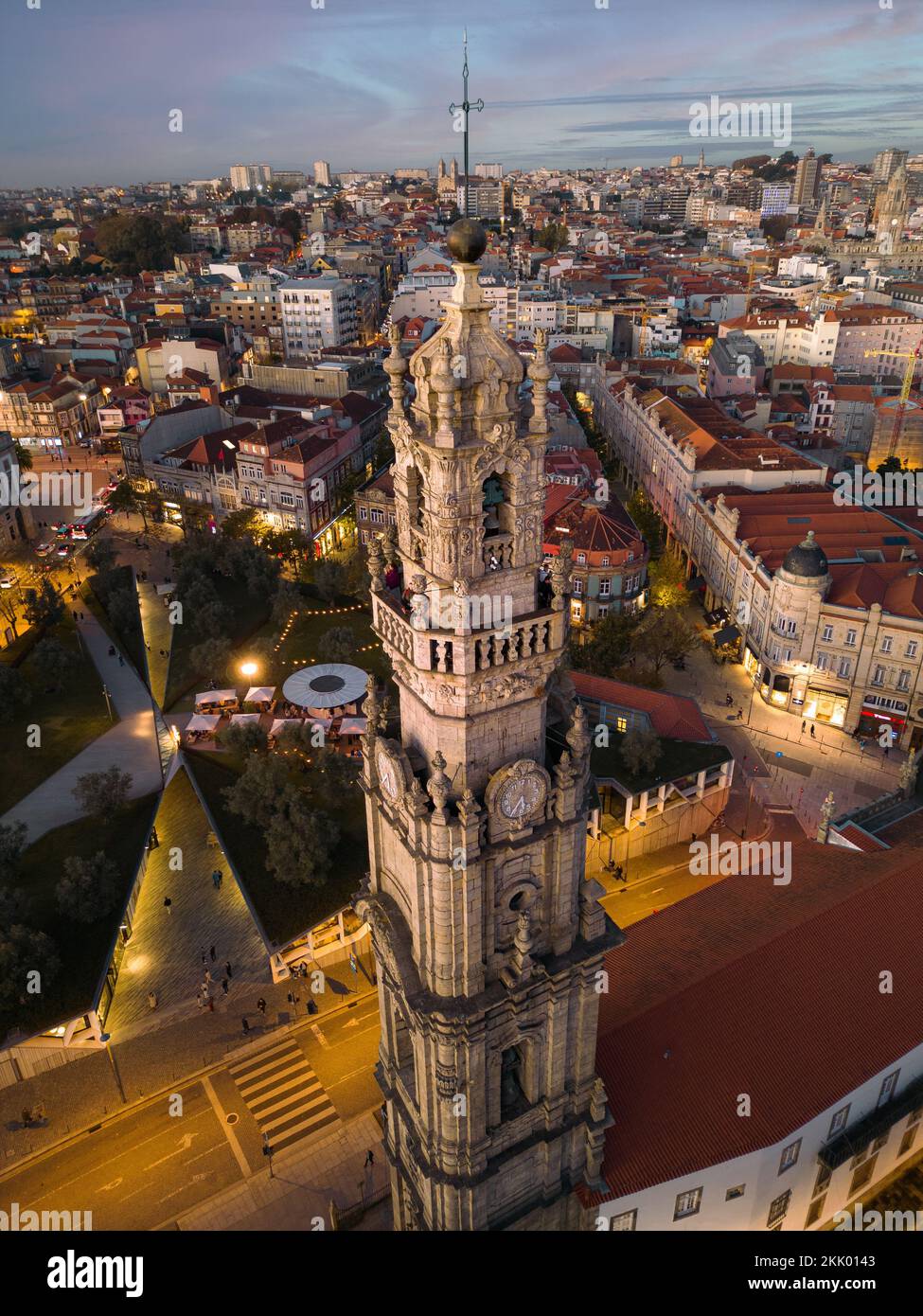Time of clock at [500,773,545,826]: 5:35
